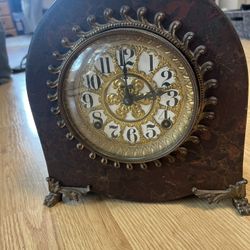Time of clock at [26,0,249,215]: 2:59
